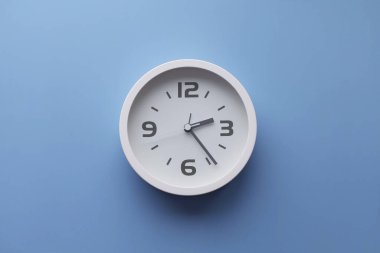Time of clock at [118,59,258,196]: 2:24
